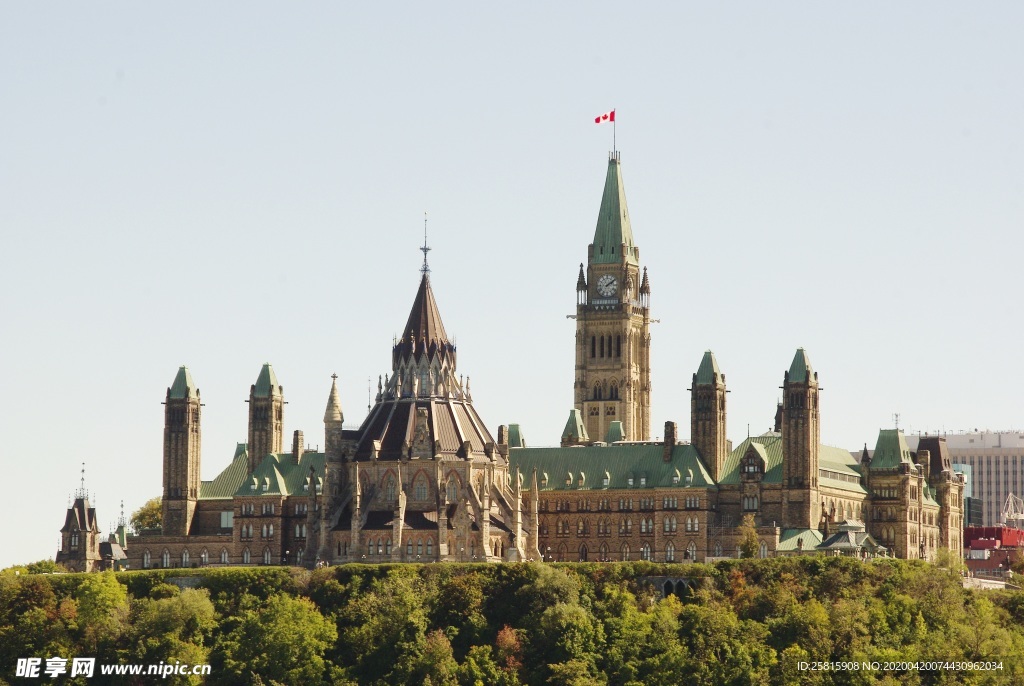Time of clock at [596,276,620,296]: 2:08
